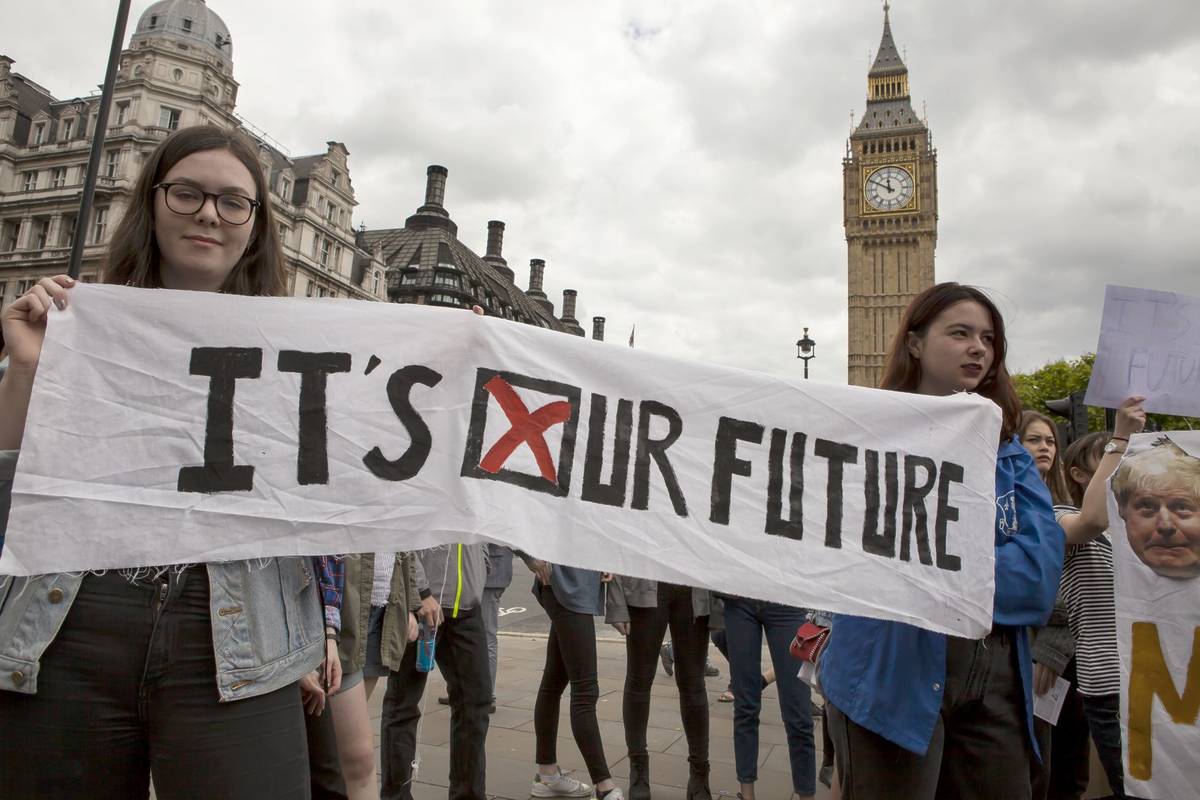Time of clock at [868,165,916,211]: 11:49
